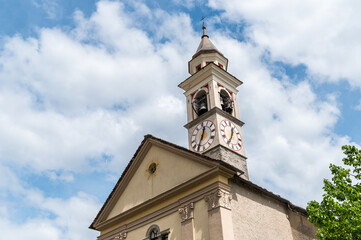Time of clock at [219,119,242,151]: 12:34
